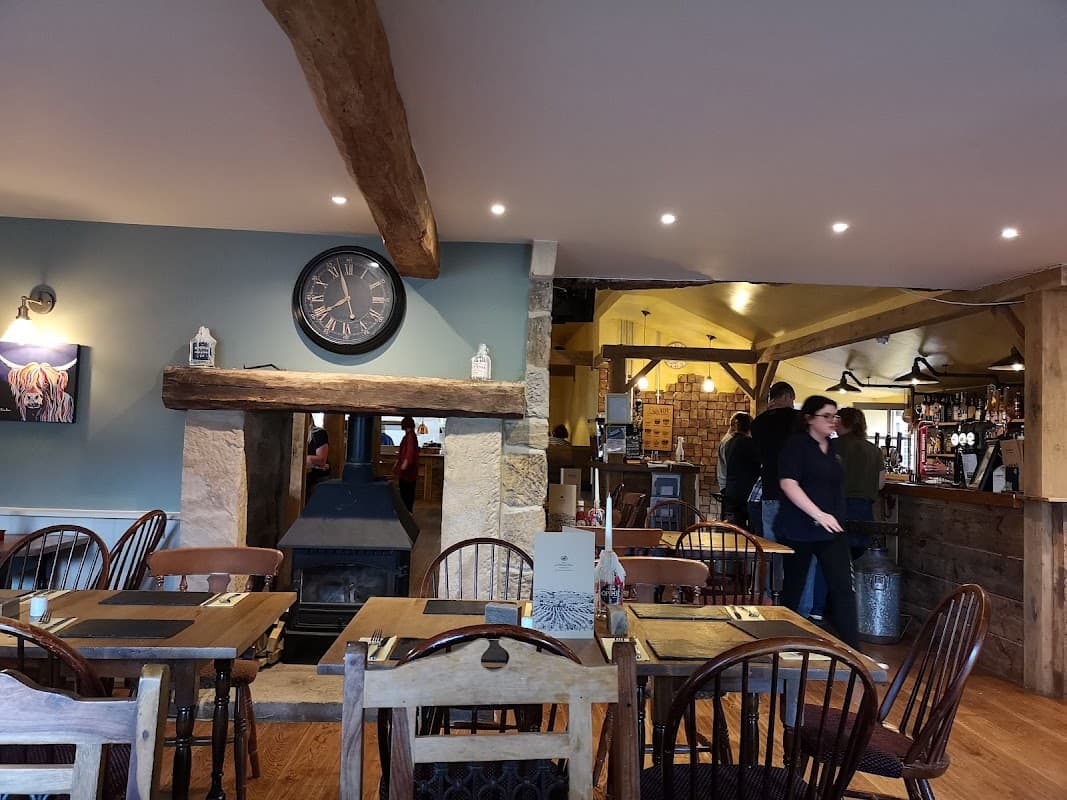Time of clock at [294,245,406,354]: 7:57
